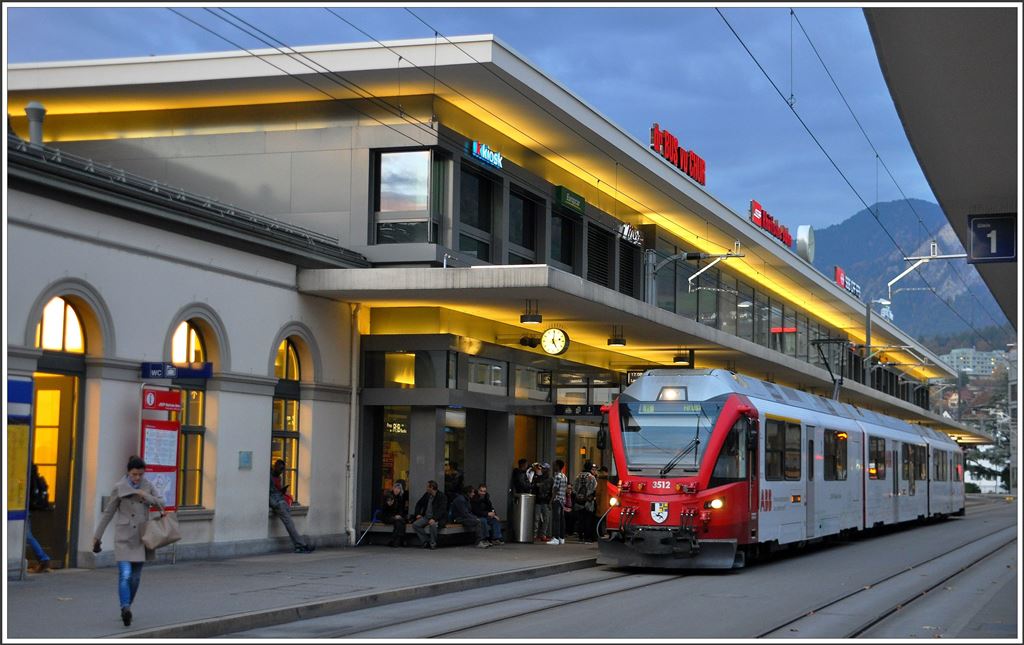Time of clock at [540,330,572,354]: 5:01
